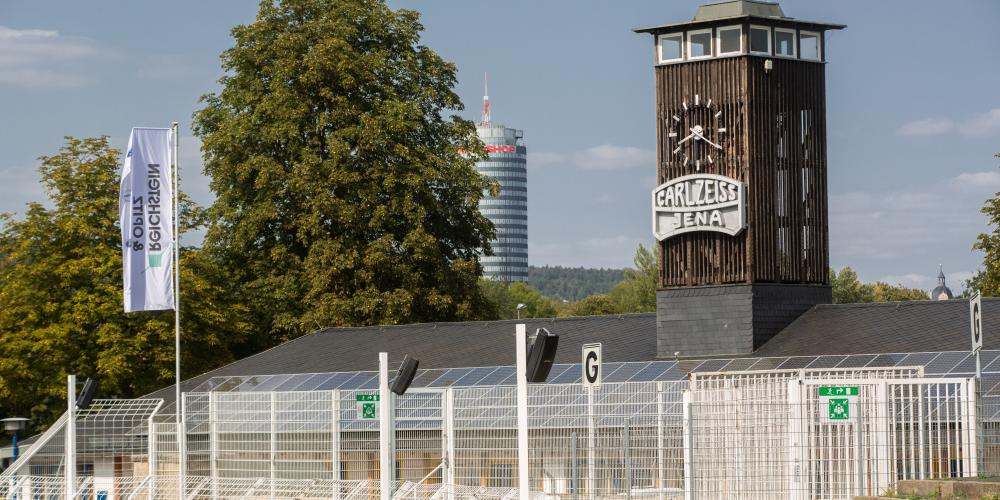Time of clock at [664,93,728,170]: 8:19
